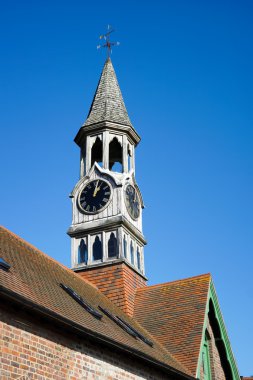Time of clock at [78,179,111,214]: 1:02
